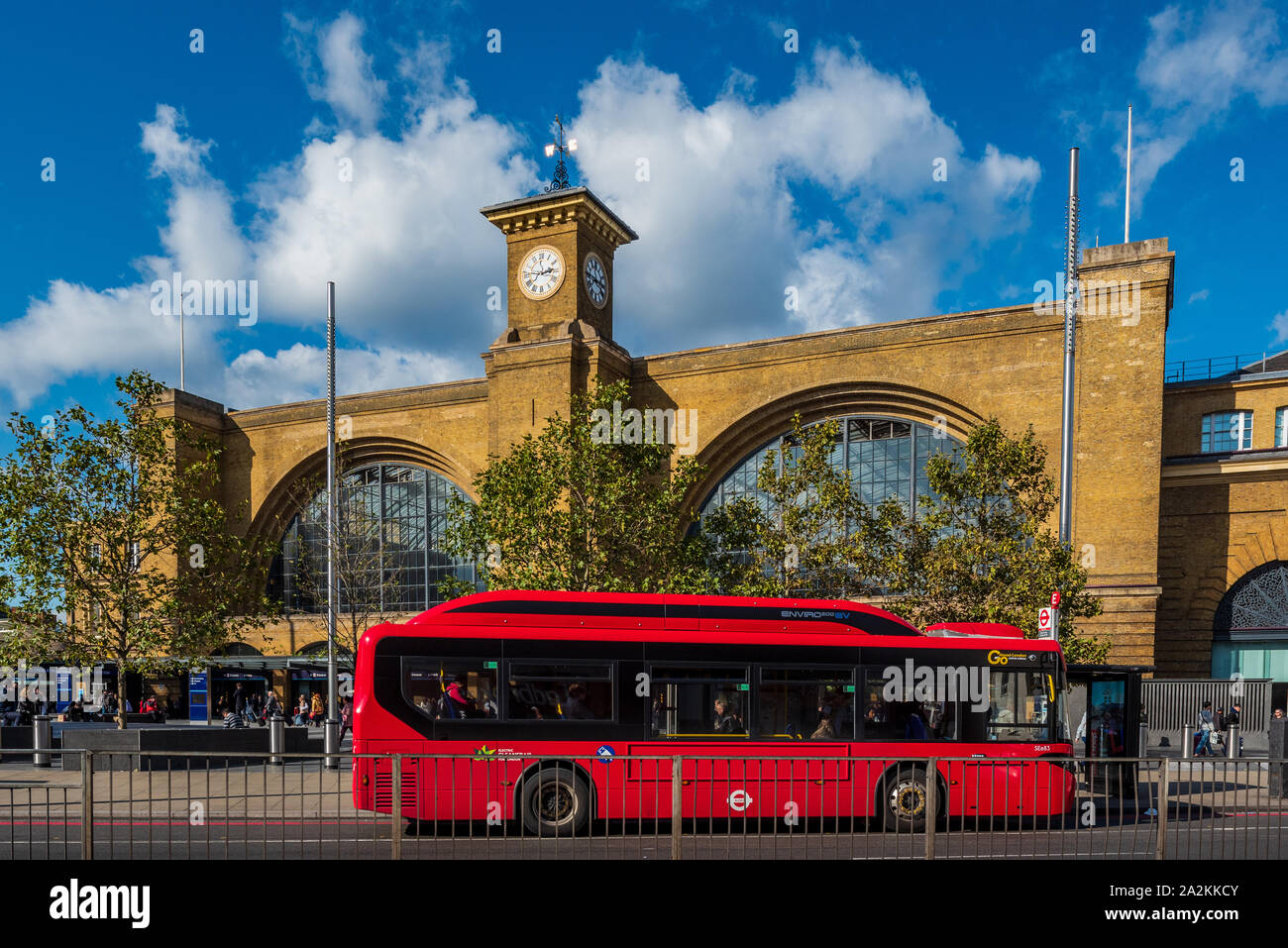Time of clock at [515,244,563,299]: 2:46
